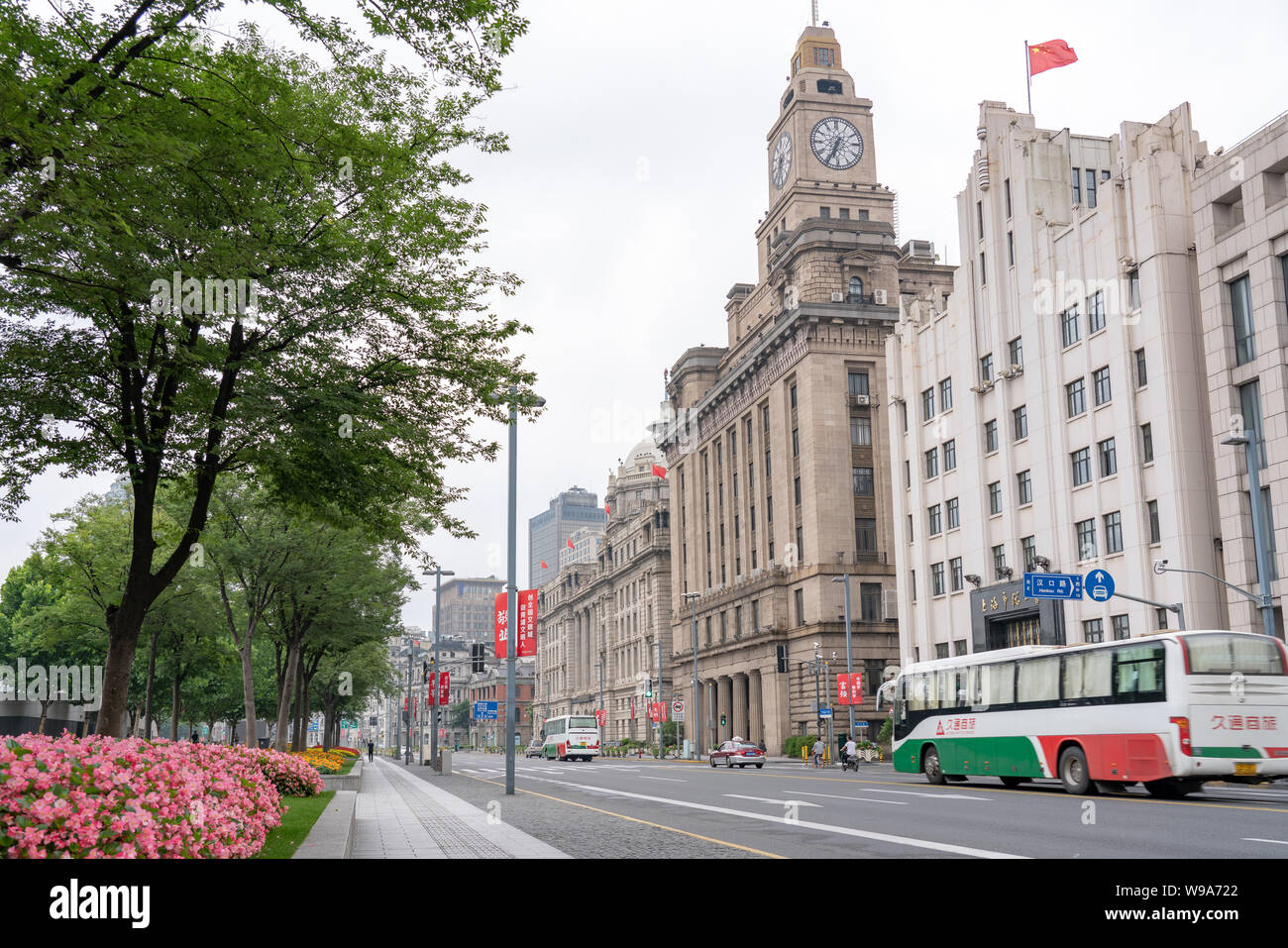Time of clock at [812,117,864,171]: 6:34
